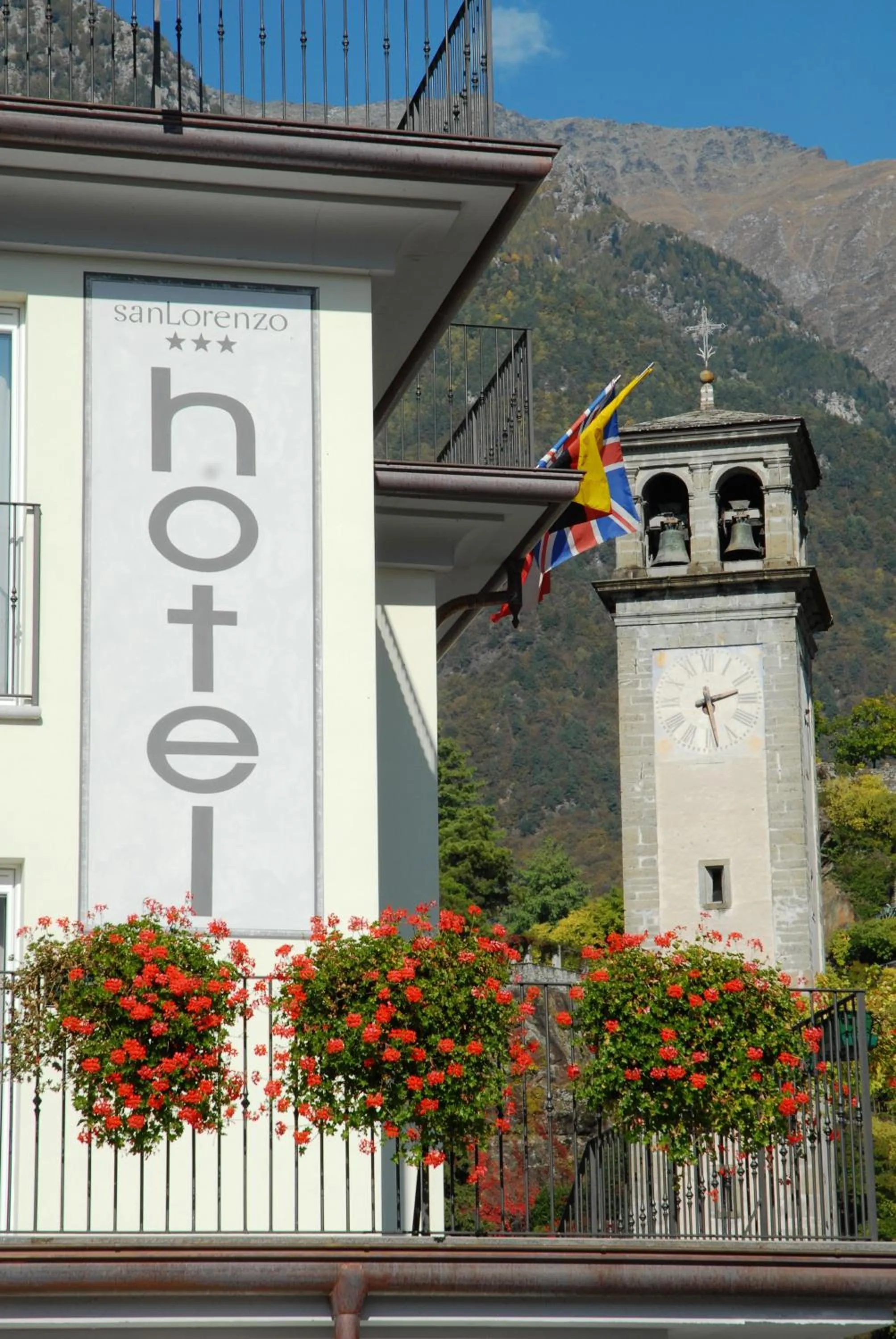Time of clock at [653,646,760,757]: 2:28
